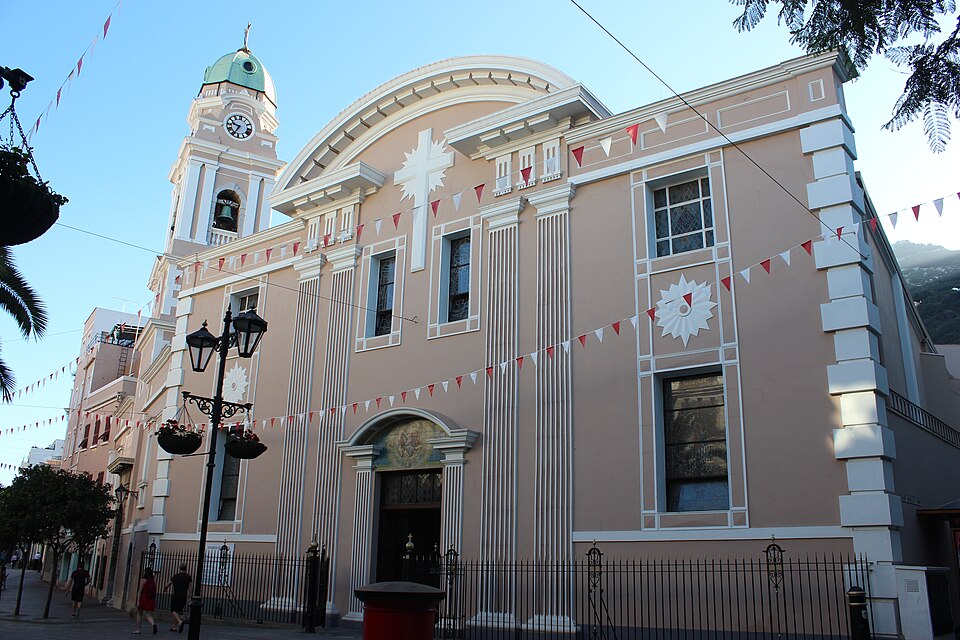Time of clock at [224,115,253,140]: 9:34
